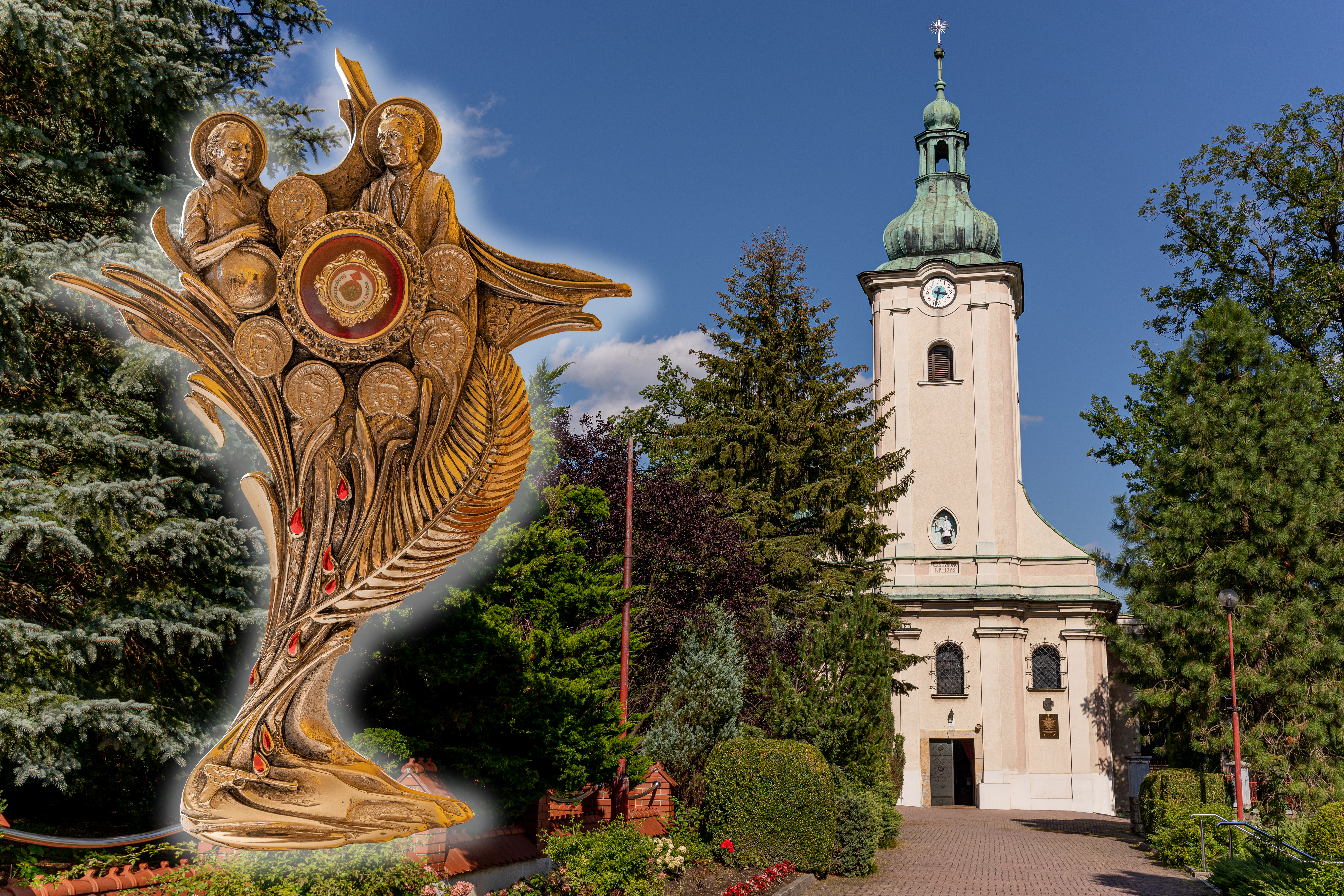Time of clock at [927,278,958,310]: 3:32
